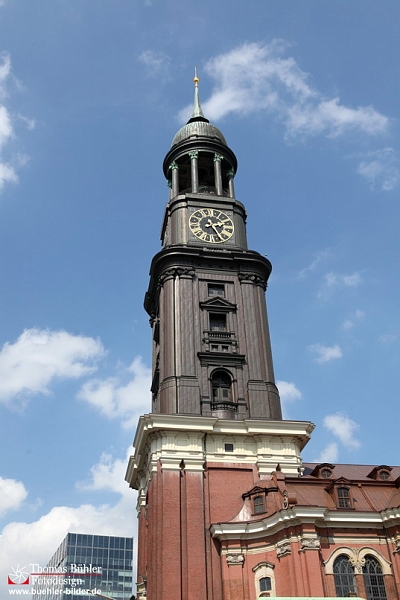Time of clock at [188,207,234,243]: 2:24
